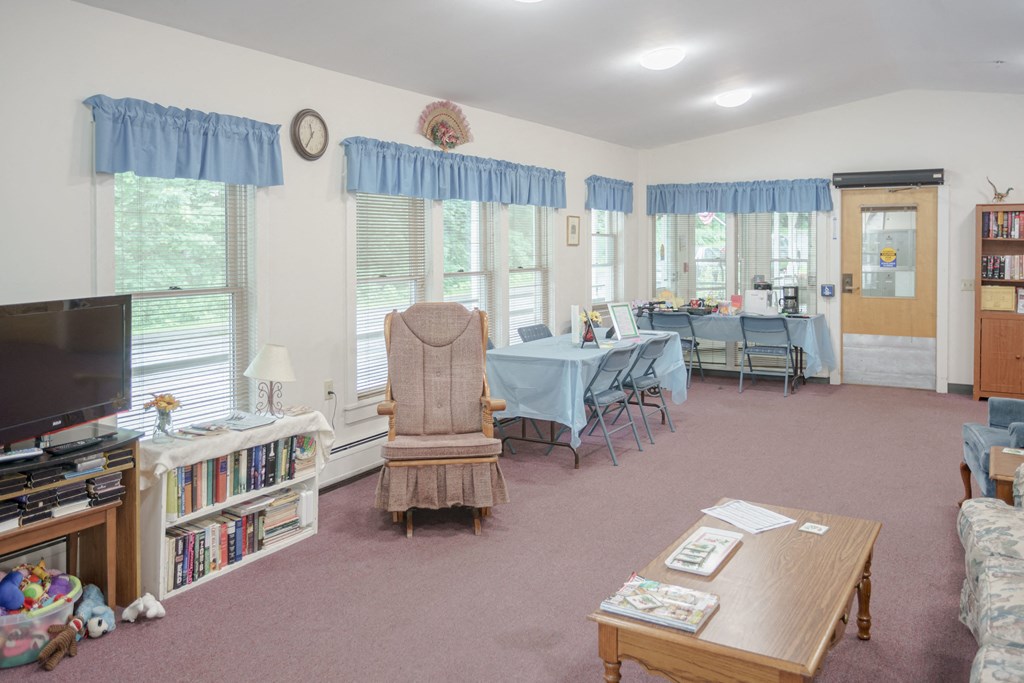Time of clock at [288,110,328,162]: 11:35
